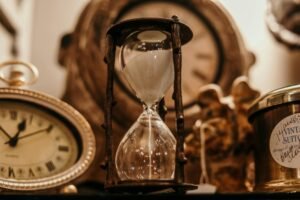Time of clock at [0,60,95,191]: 12:07
